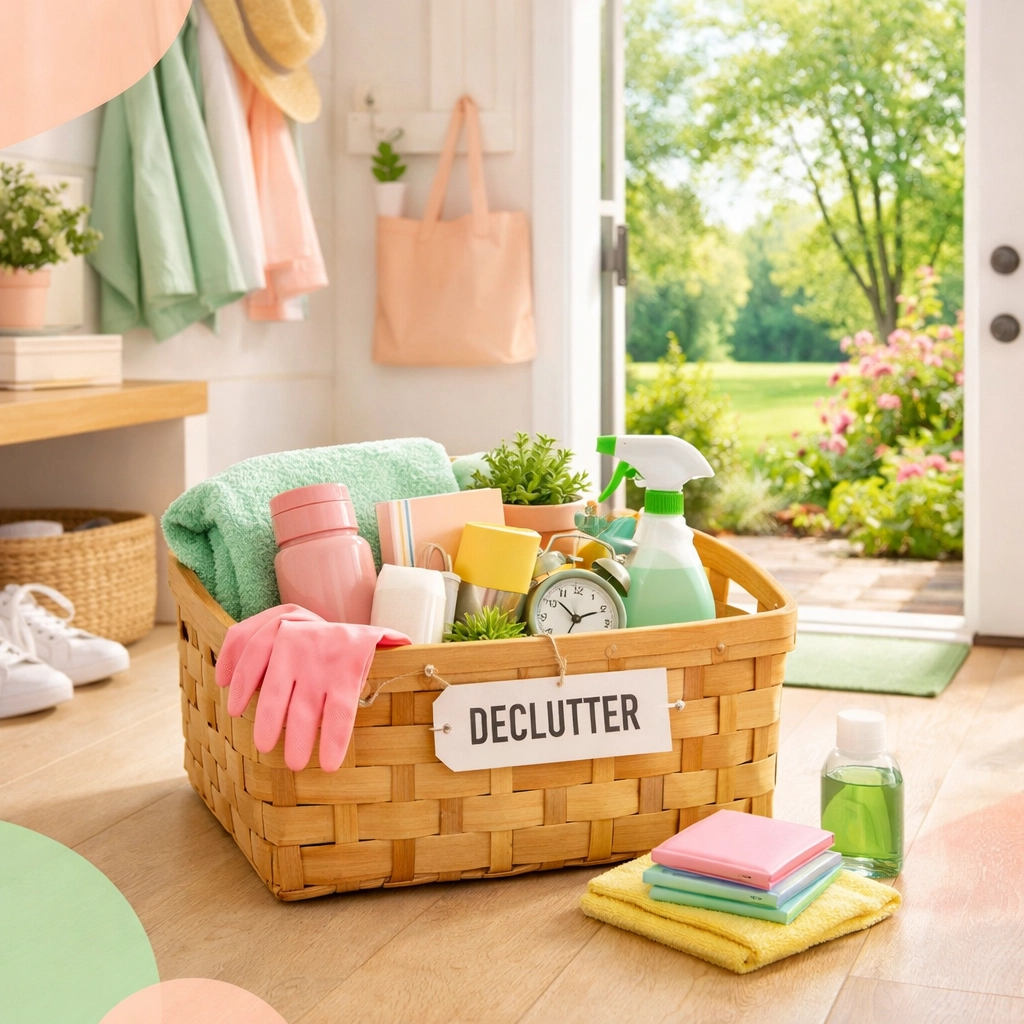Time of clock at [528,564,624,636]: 1:52
